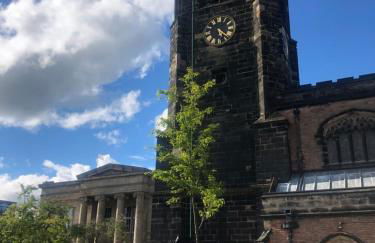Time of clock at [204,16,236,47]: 5:21
